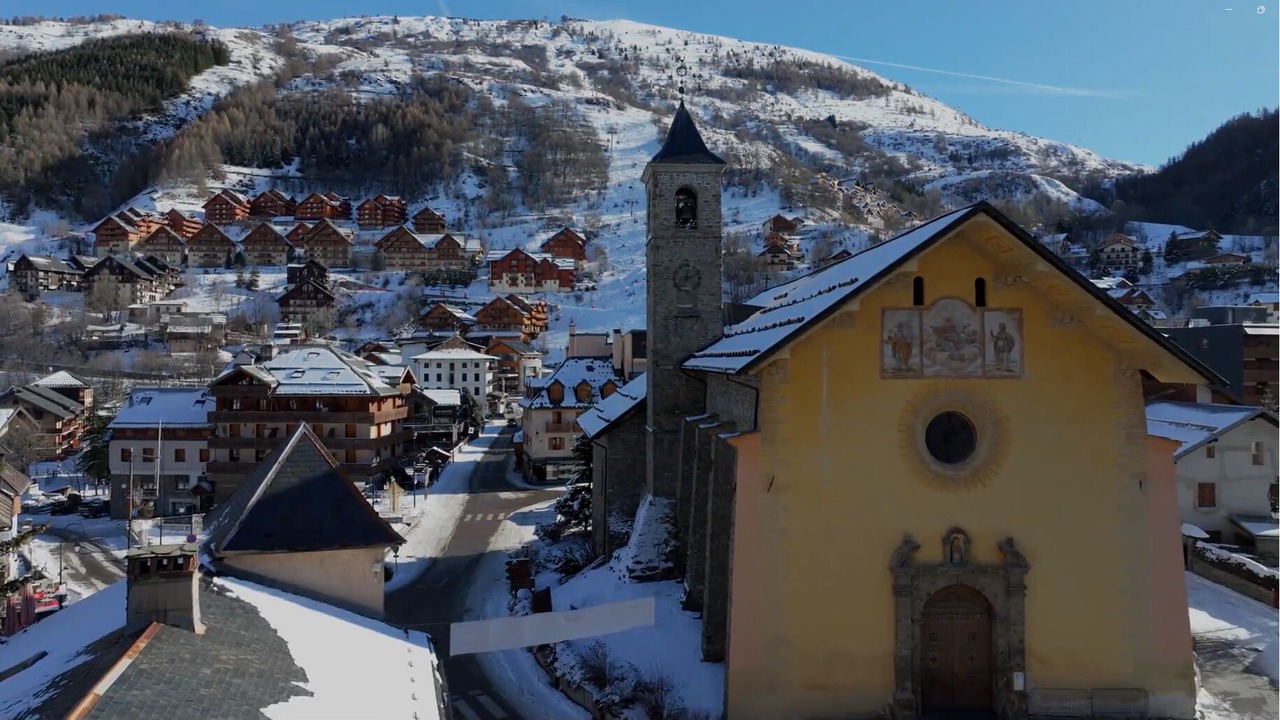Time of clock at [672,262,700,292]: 12:11
